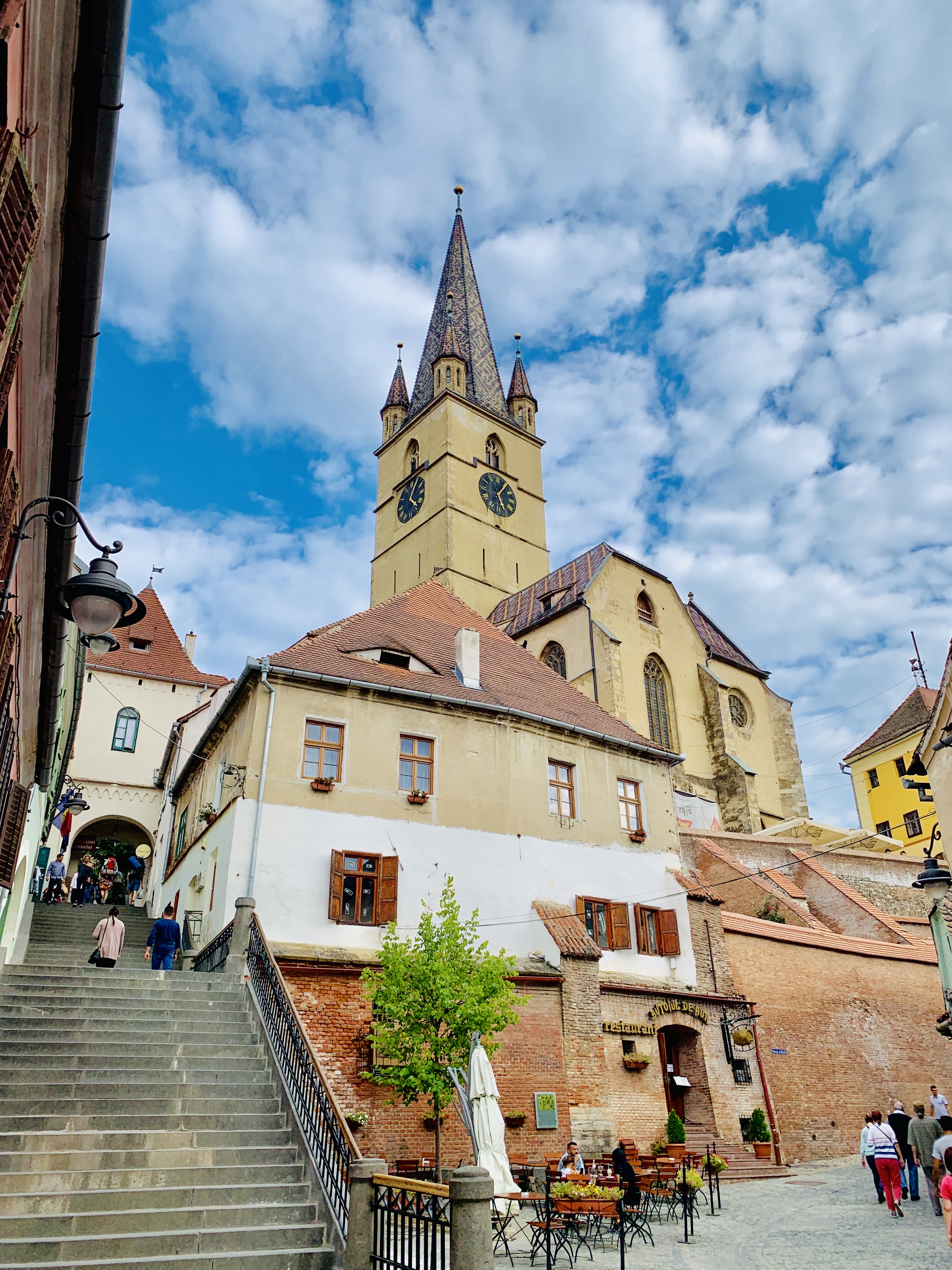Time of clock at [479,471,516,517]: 5:05
